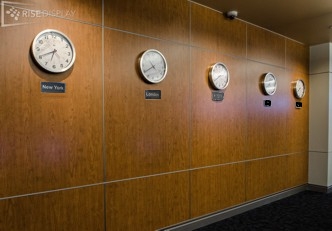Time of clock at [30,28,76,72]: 6:40
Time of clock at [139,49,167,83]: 10:39
